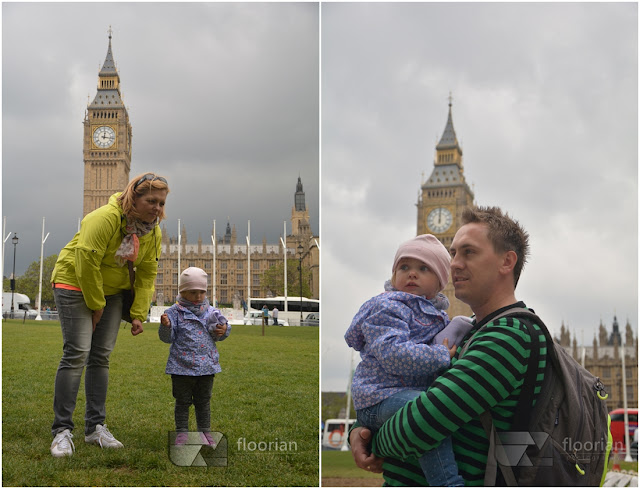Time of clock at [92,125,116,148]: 12:16
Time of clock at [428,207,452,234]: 12:00
